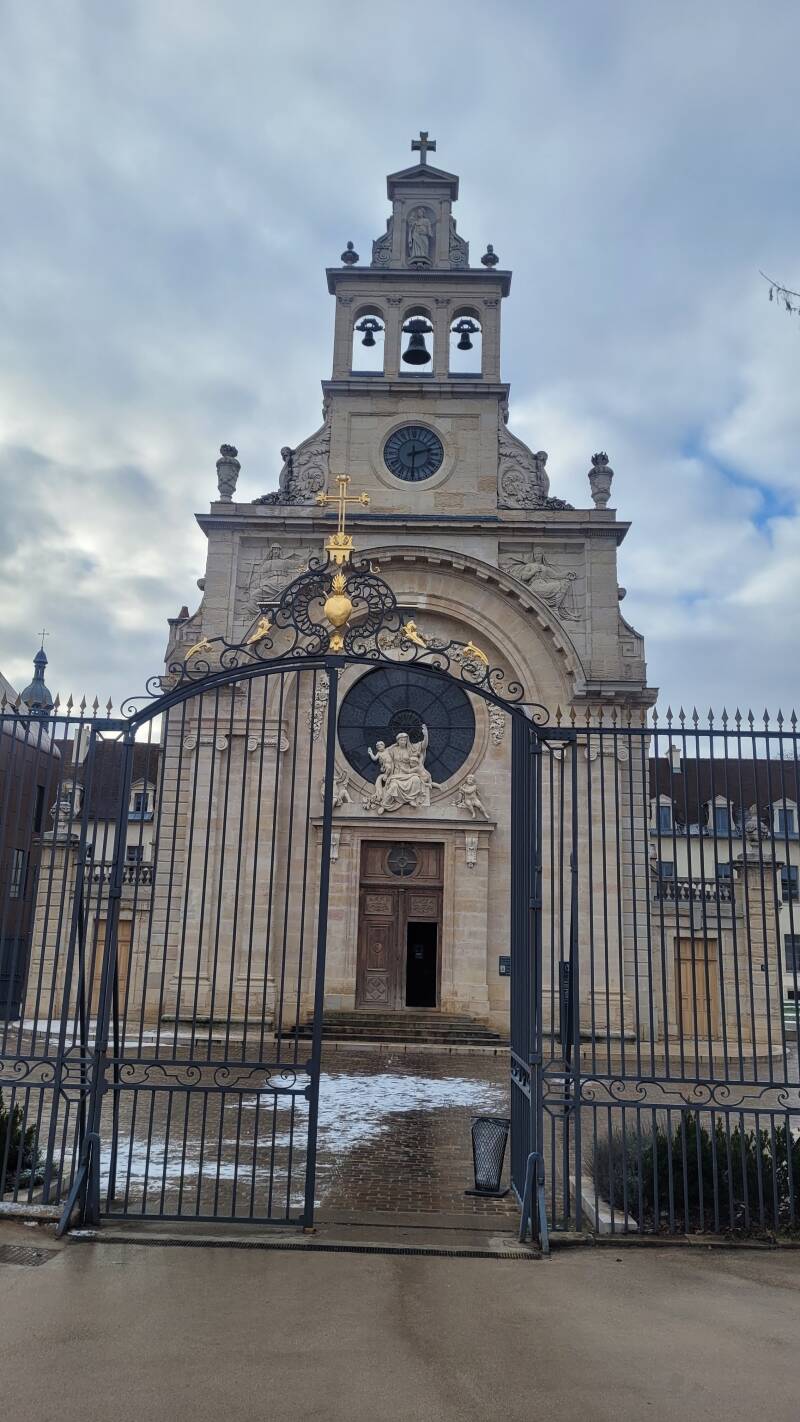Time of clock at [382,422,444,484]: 2:30
